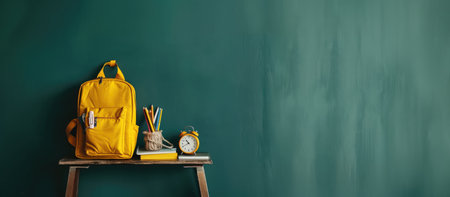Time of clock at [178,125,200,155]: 10:40
